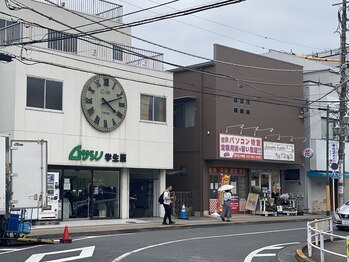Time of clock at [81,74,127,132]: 4:11
